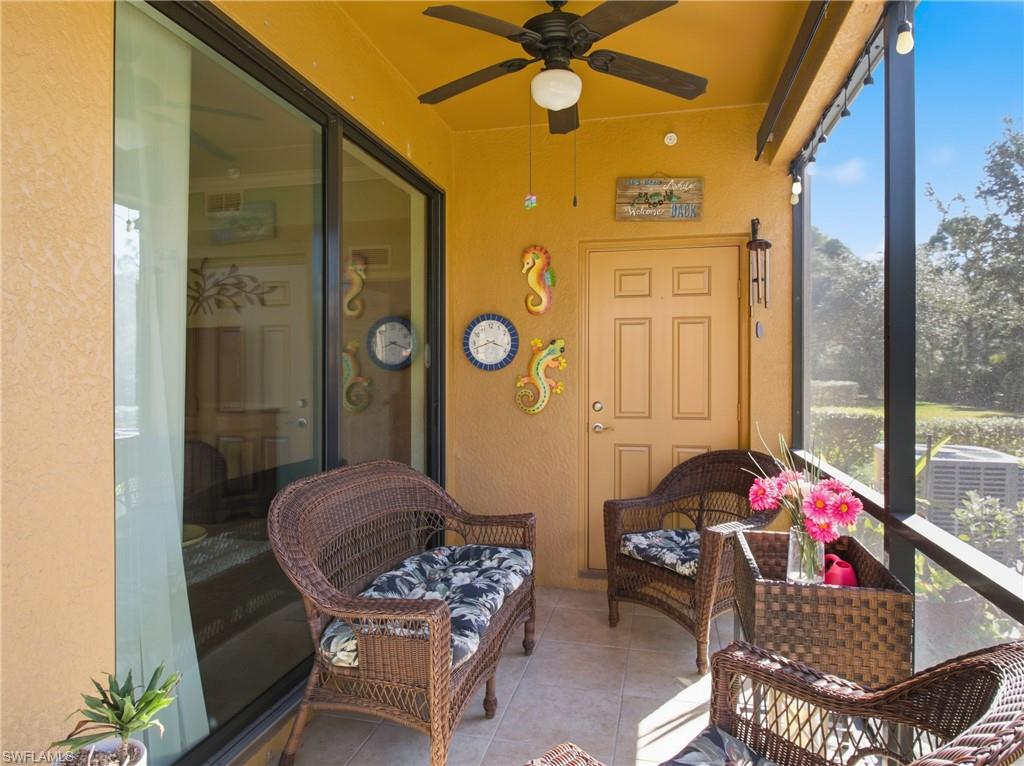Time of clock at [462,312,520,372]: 3:42
